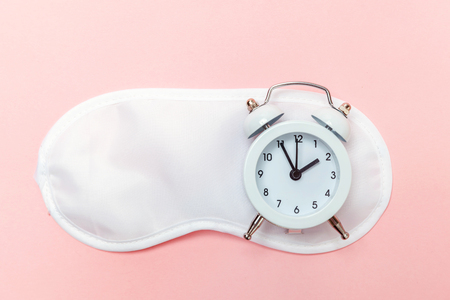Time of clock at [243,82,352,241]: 1:55
